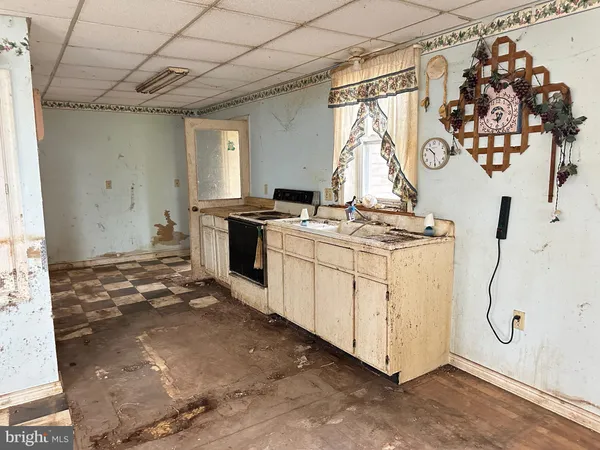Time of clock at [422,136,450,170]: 10:30
